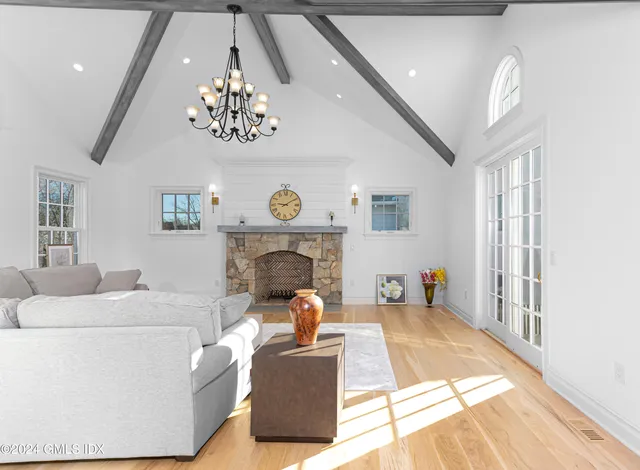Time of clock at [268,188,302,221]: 9:09
